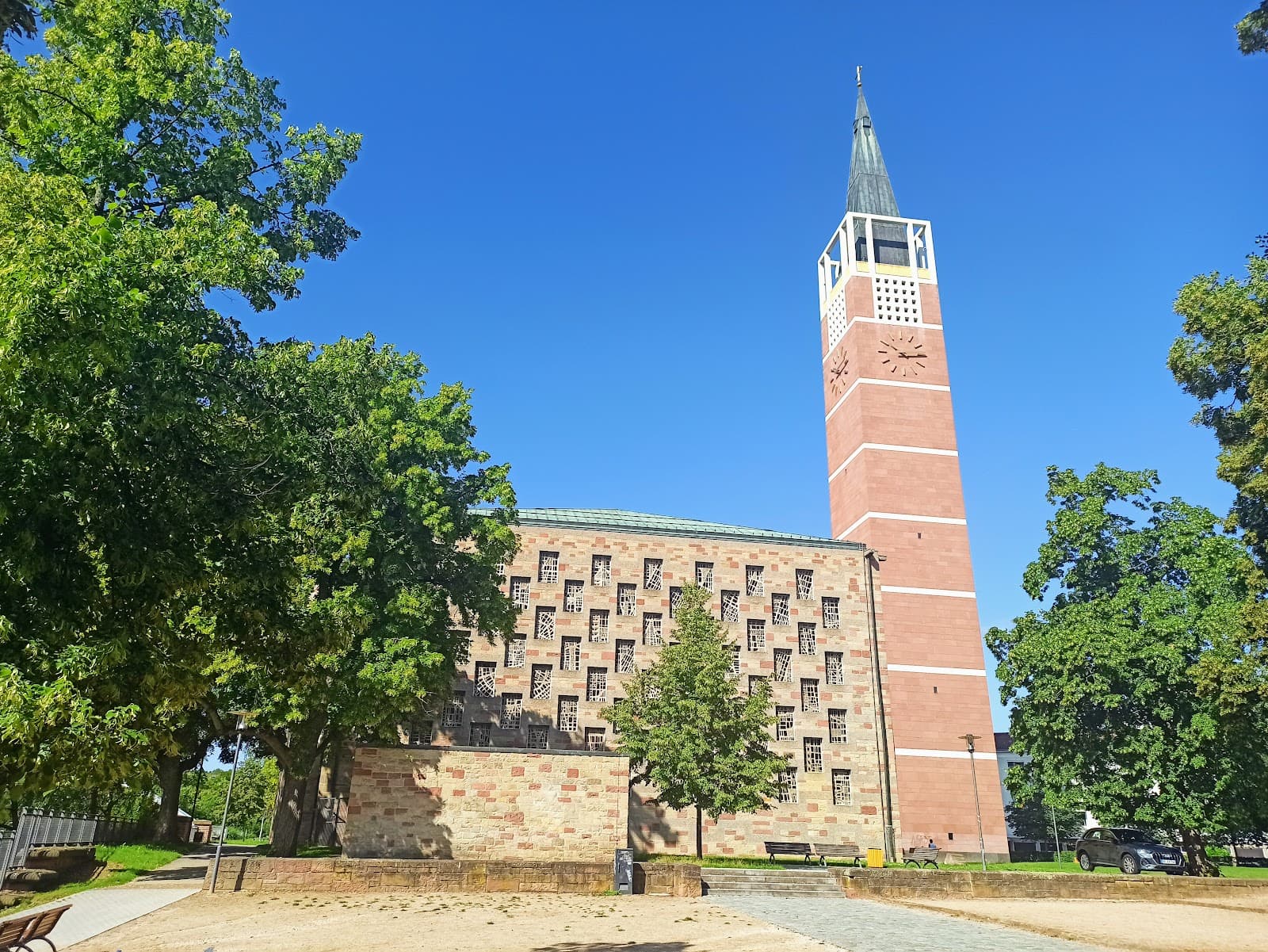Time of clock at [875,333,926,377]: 10:14
